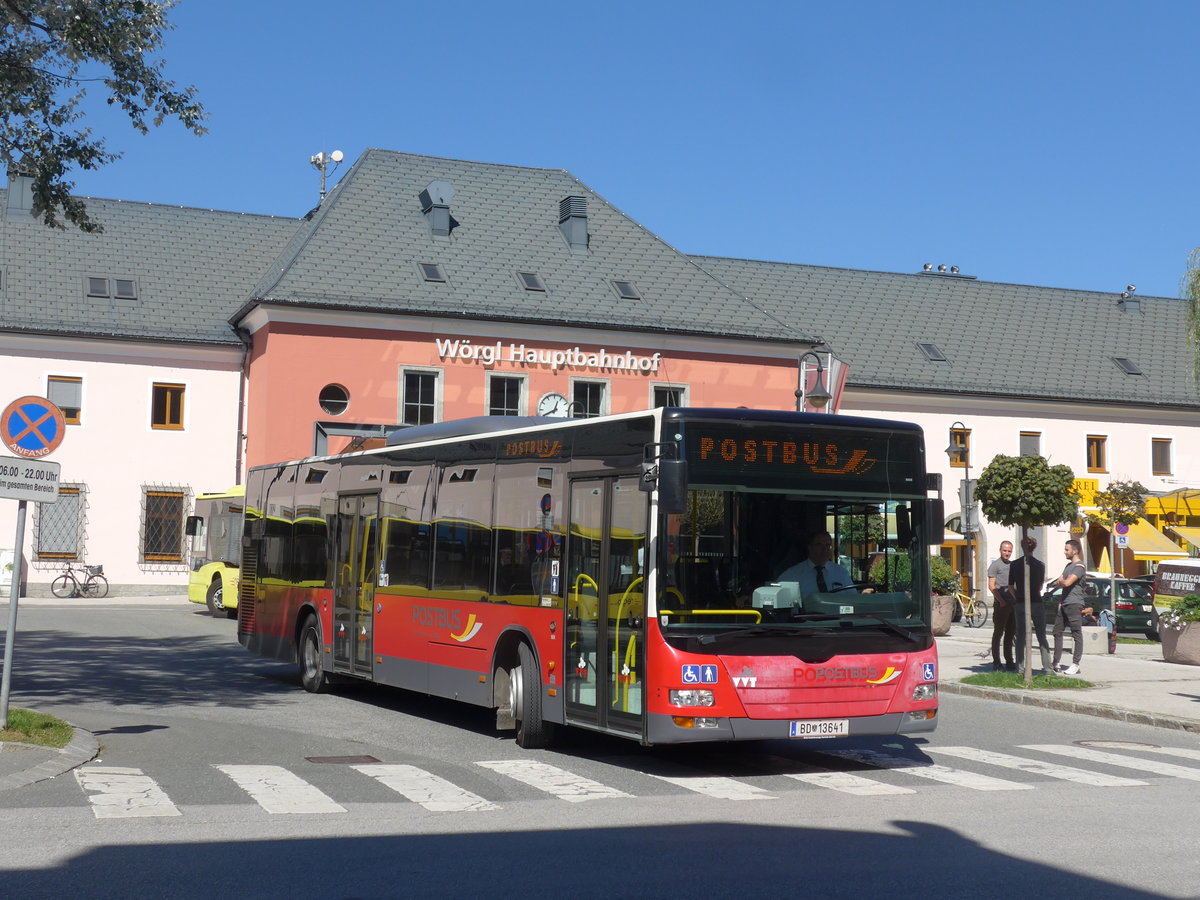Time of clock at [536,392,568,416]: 12:40
